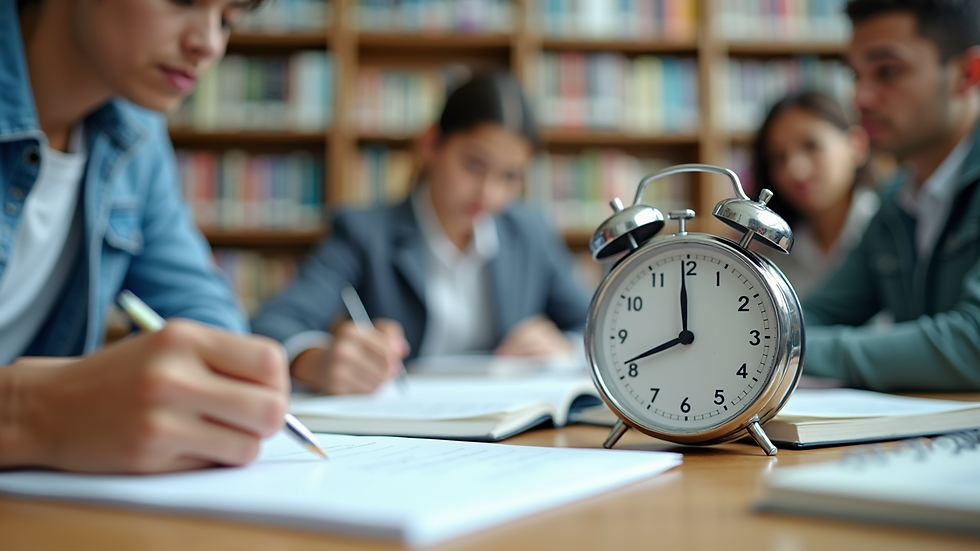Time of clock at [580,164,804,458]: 11:41
